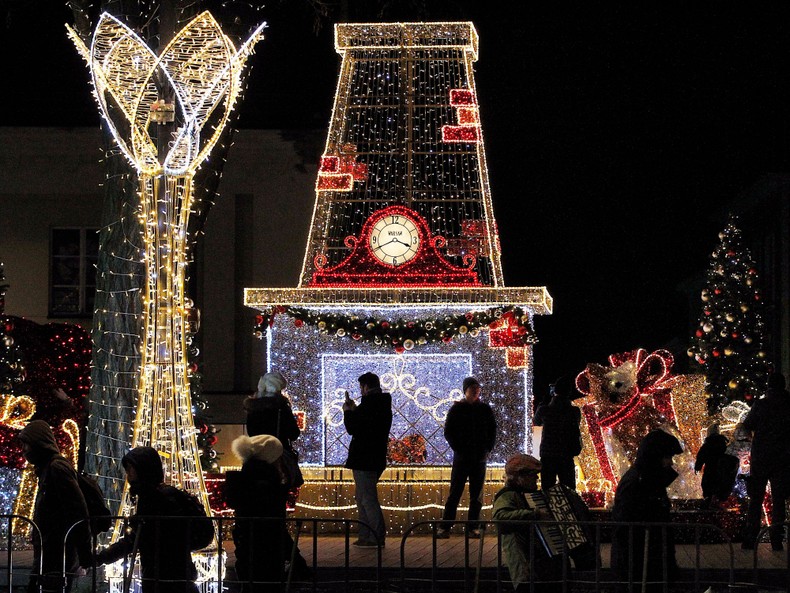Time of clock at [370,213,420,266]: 3:40
